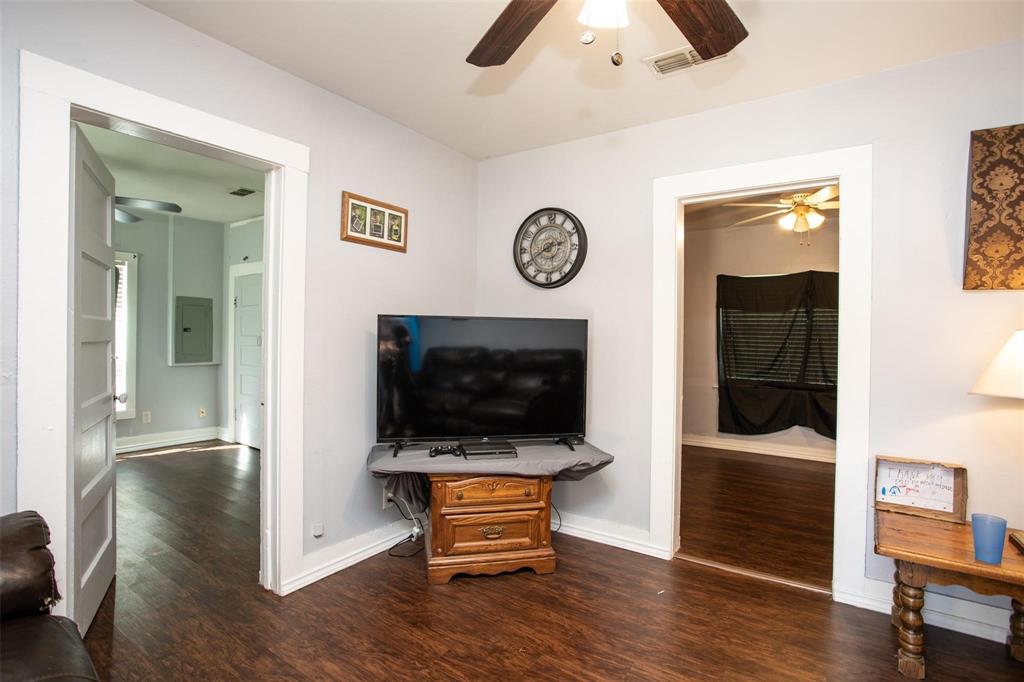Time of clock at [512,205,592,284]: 2:40
